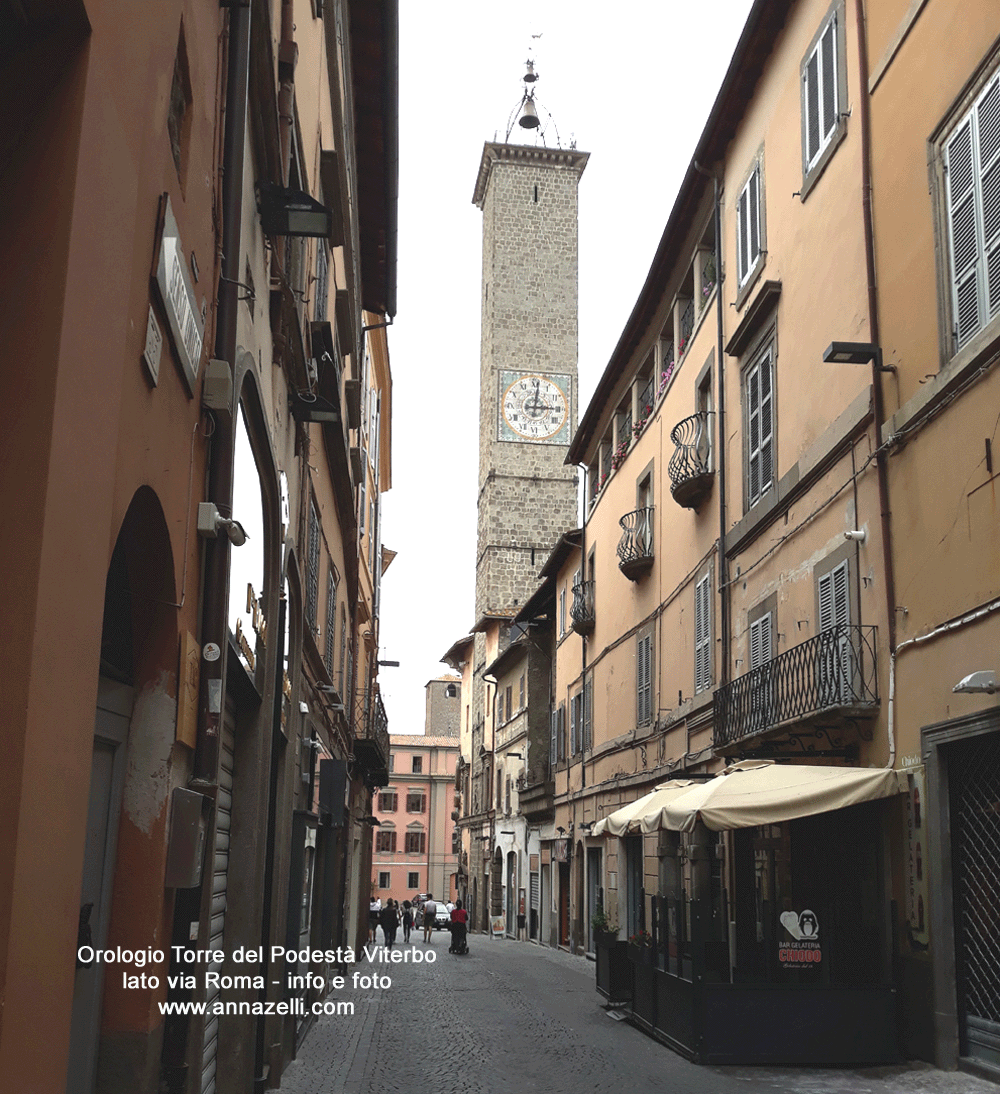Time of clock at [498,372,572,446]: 3:01
